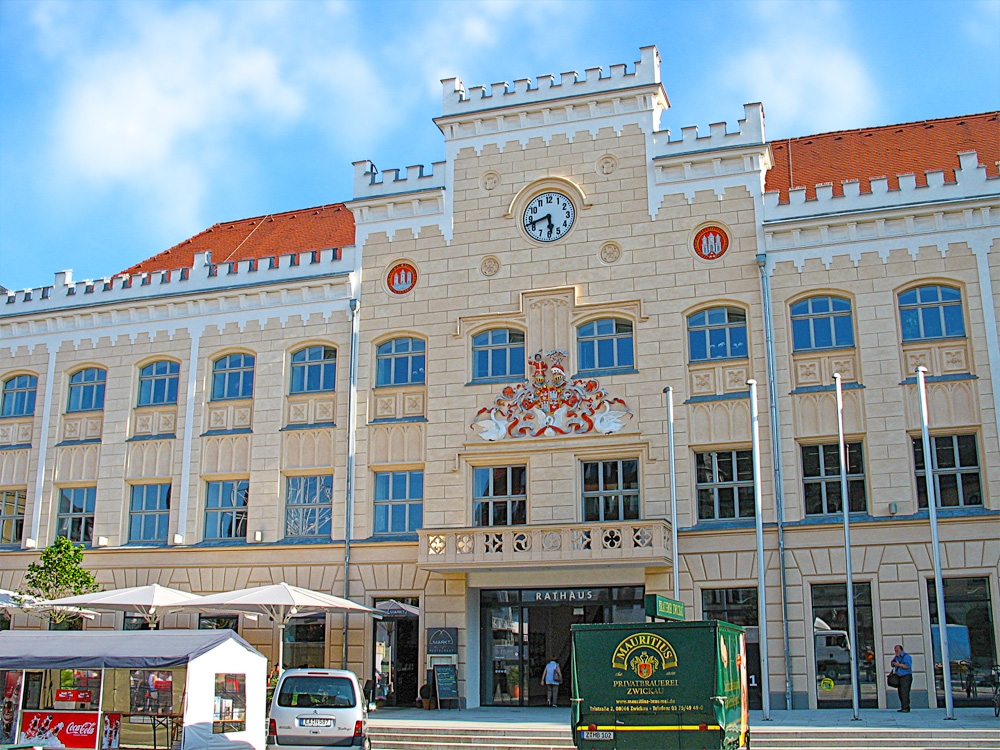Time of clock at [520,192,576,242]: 5:42
